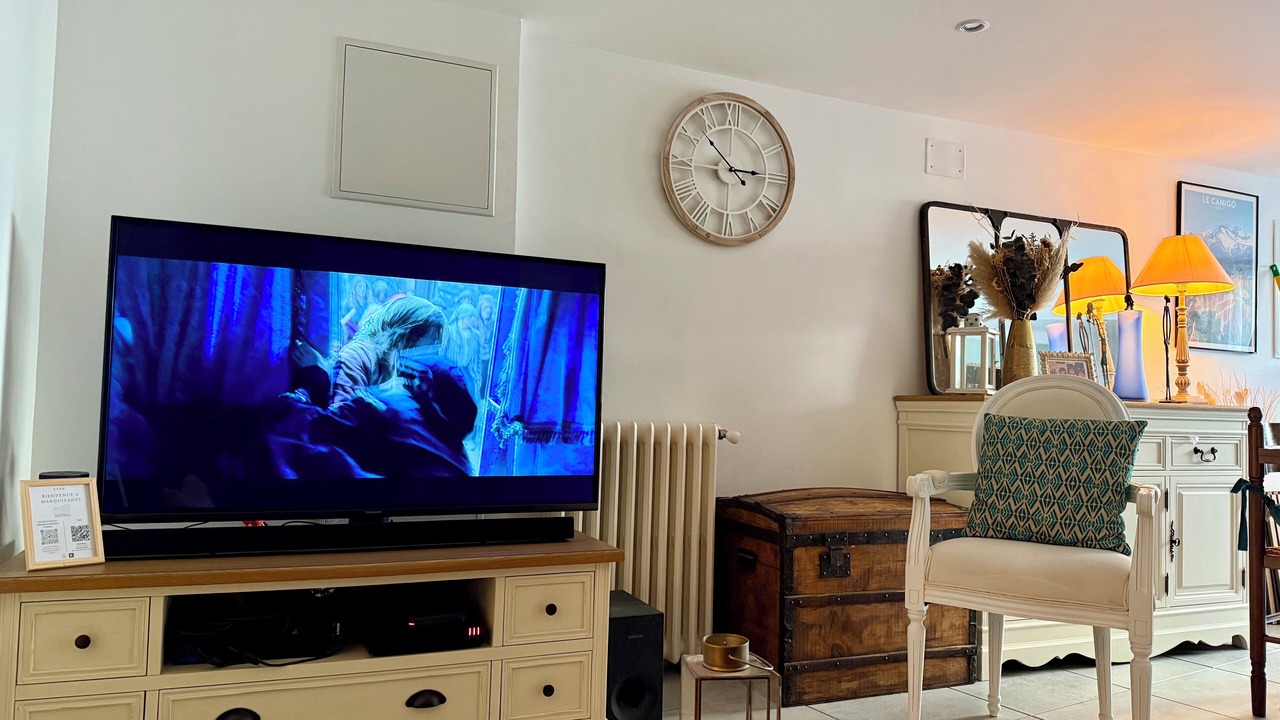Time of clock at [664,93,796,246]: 2:52
